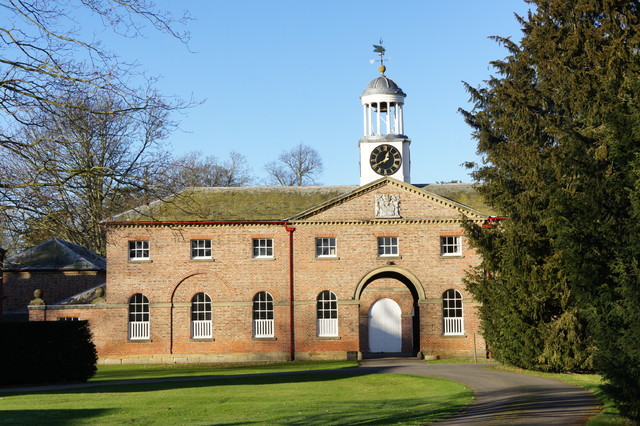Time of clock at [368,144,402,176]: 12:40
